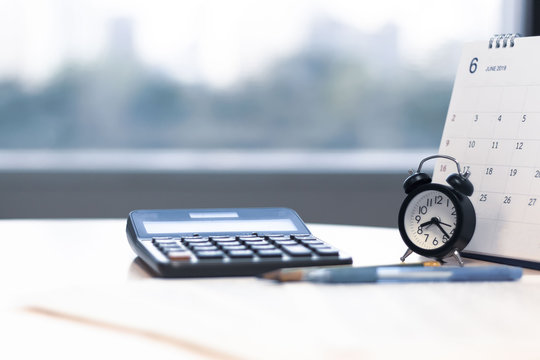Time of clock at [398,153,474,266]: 8:23
